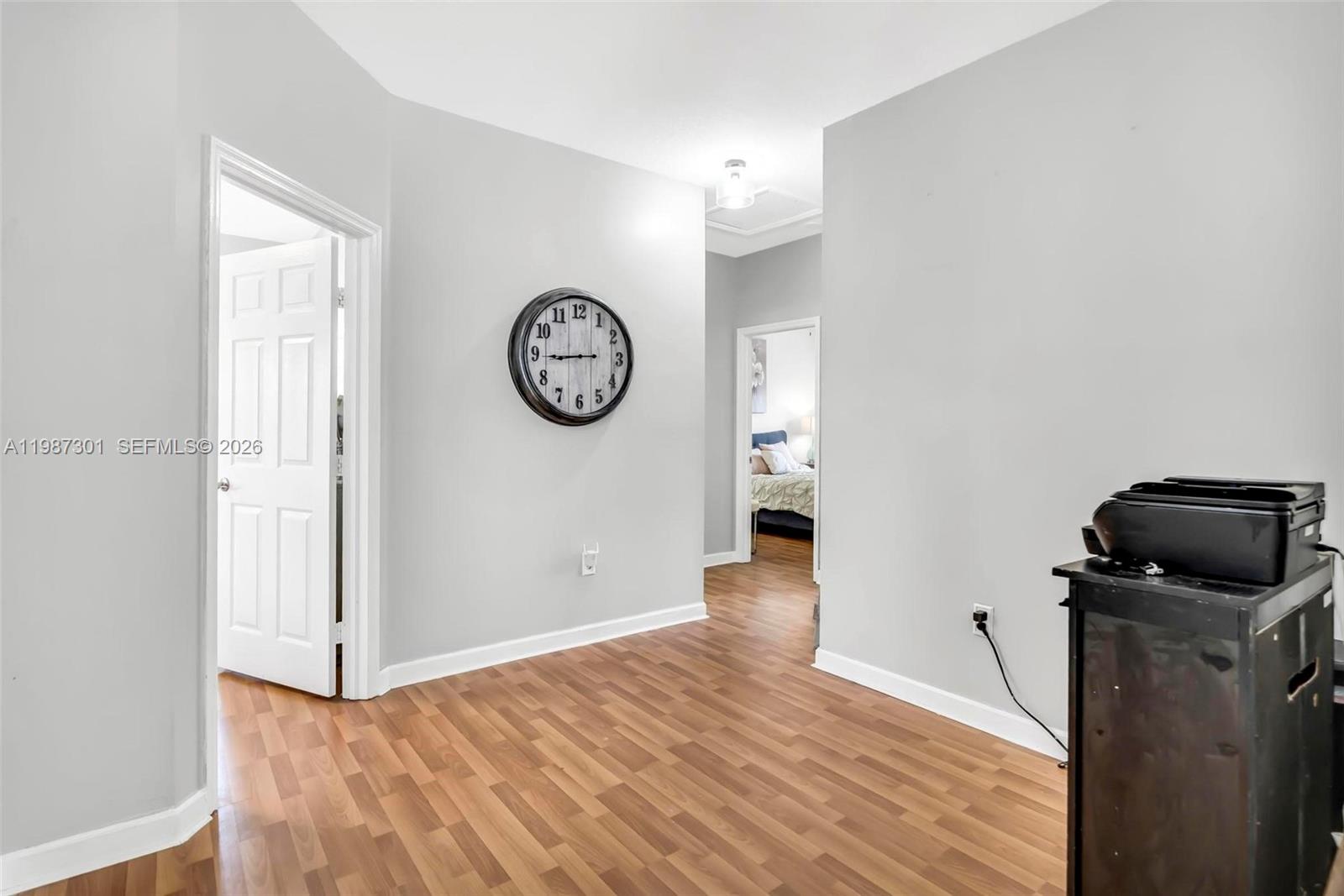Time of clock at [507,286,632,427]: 8:44
